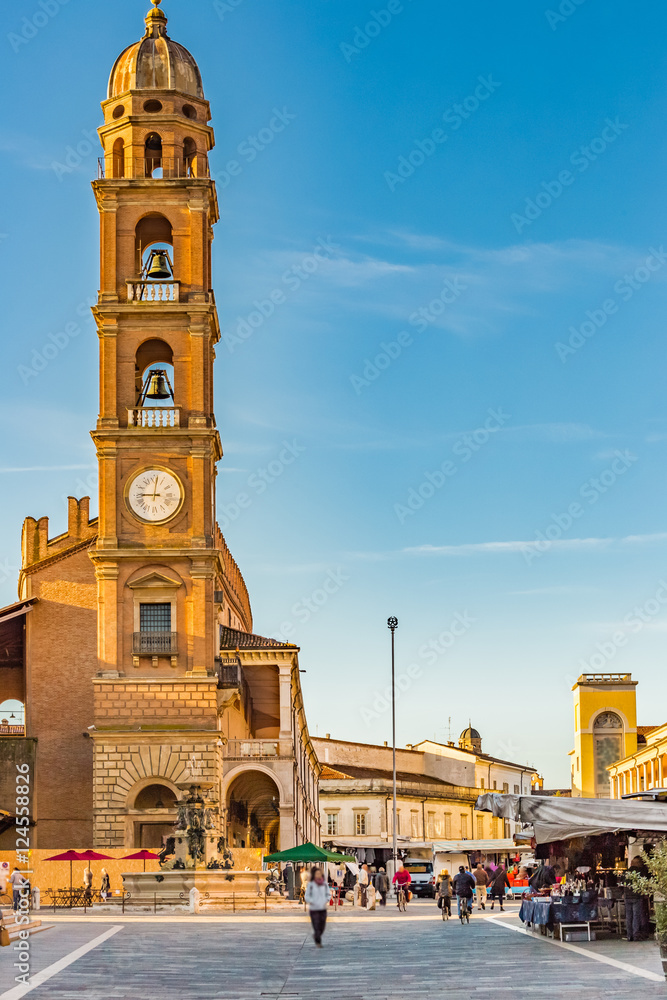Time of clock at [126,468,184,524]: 9:01
